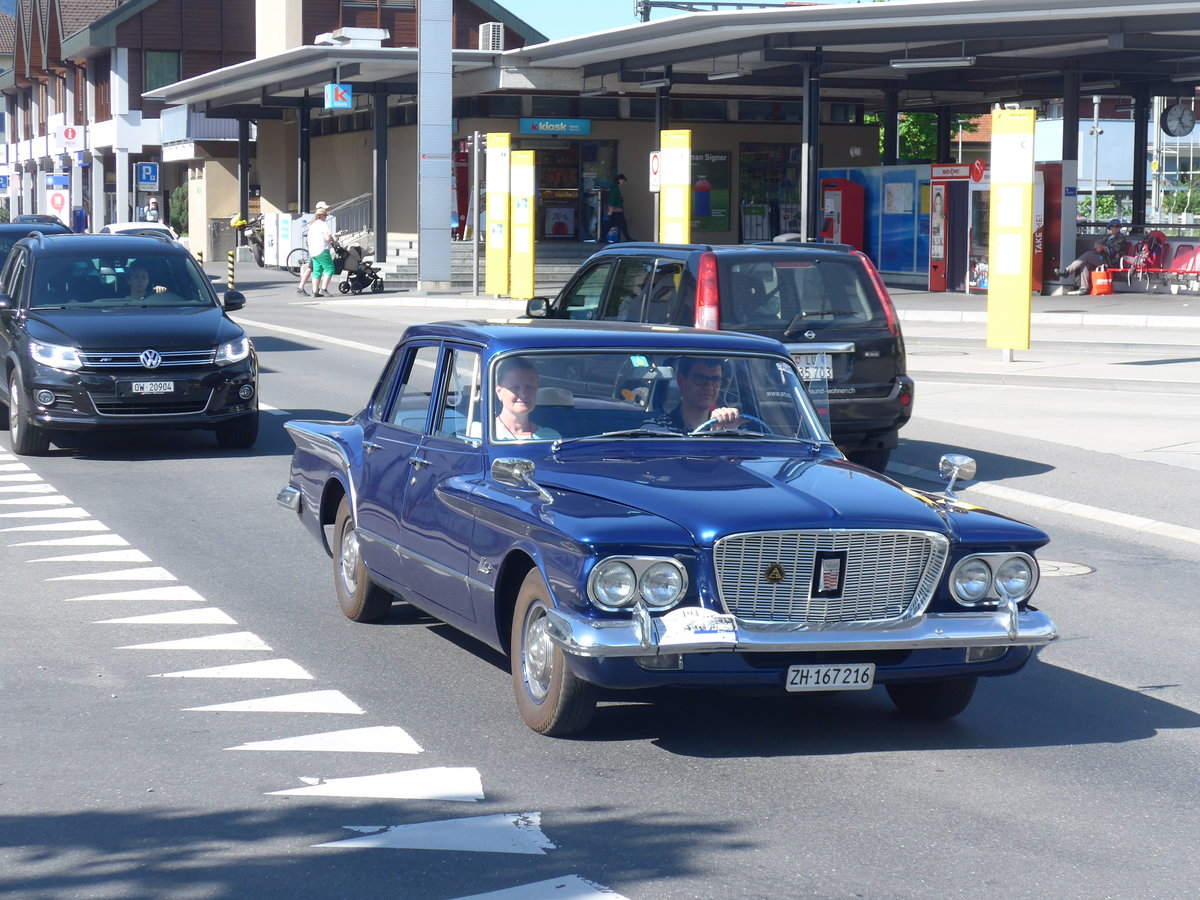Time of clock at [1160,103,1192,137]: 5:03
